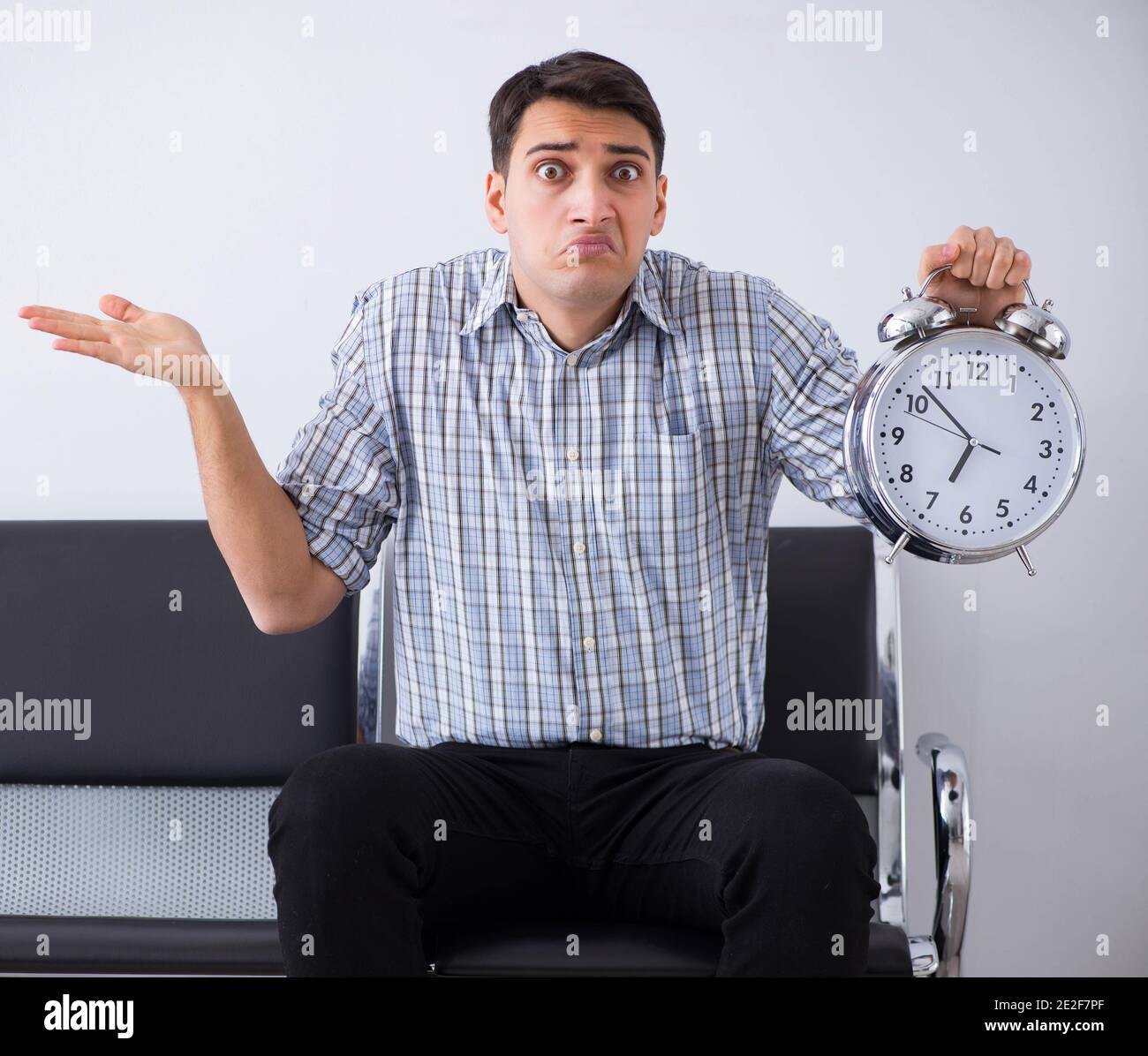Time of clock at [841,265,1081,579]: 6:52
